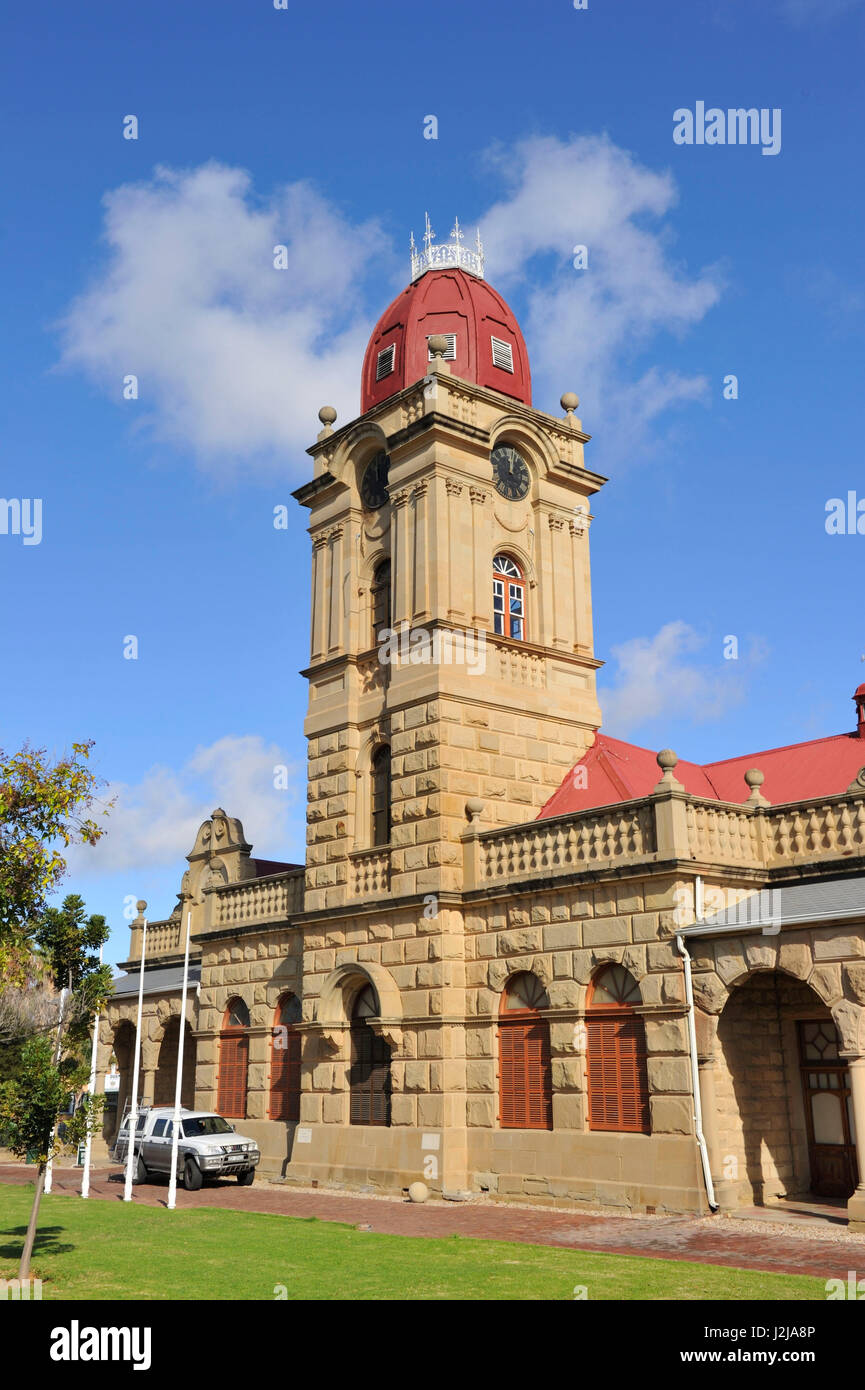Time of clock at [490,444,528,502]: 12:02
